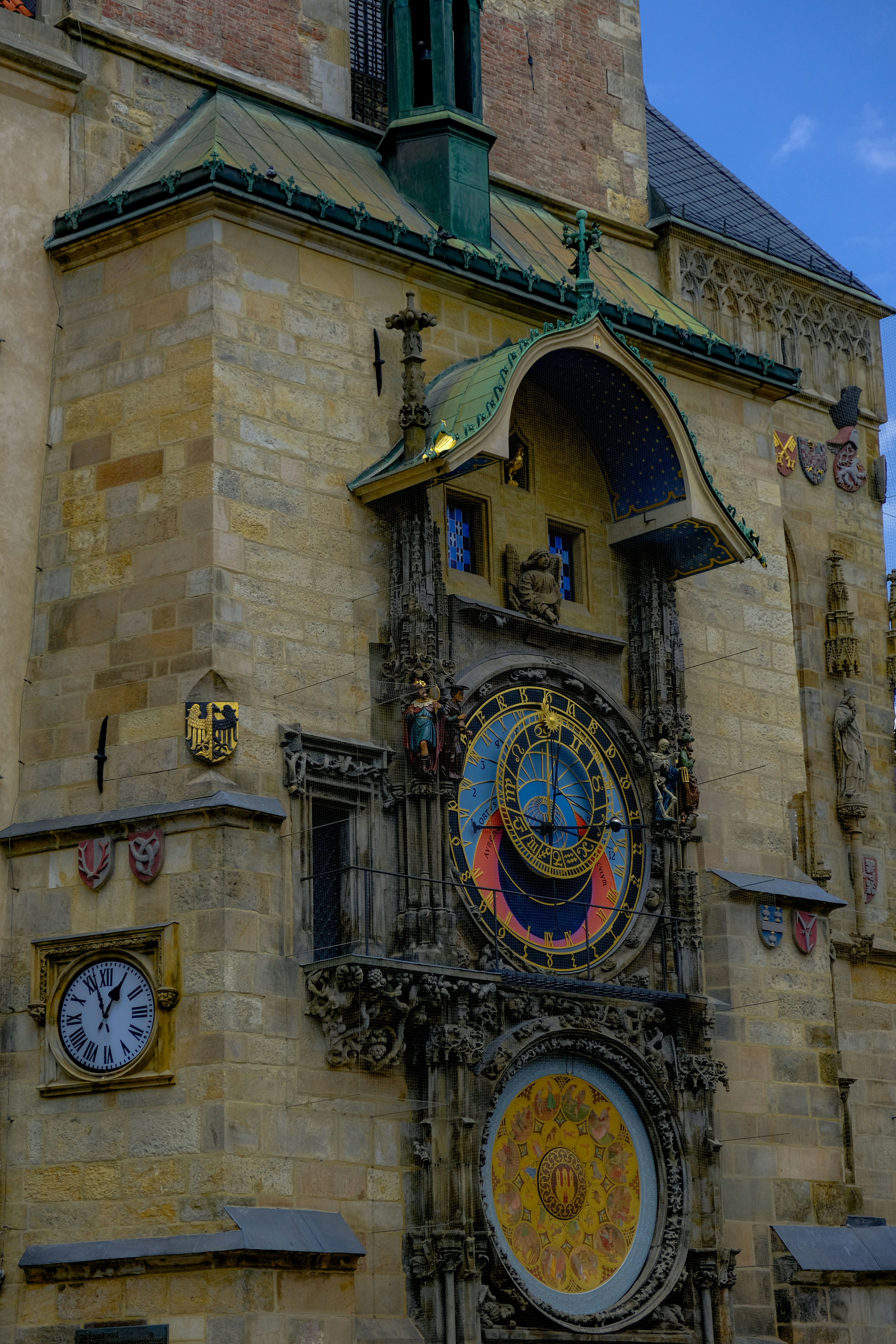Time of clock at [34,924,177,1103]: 12:57
